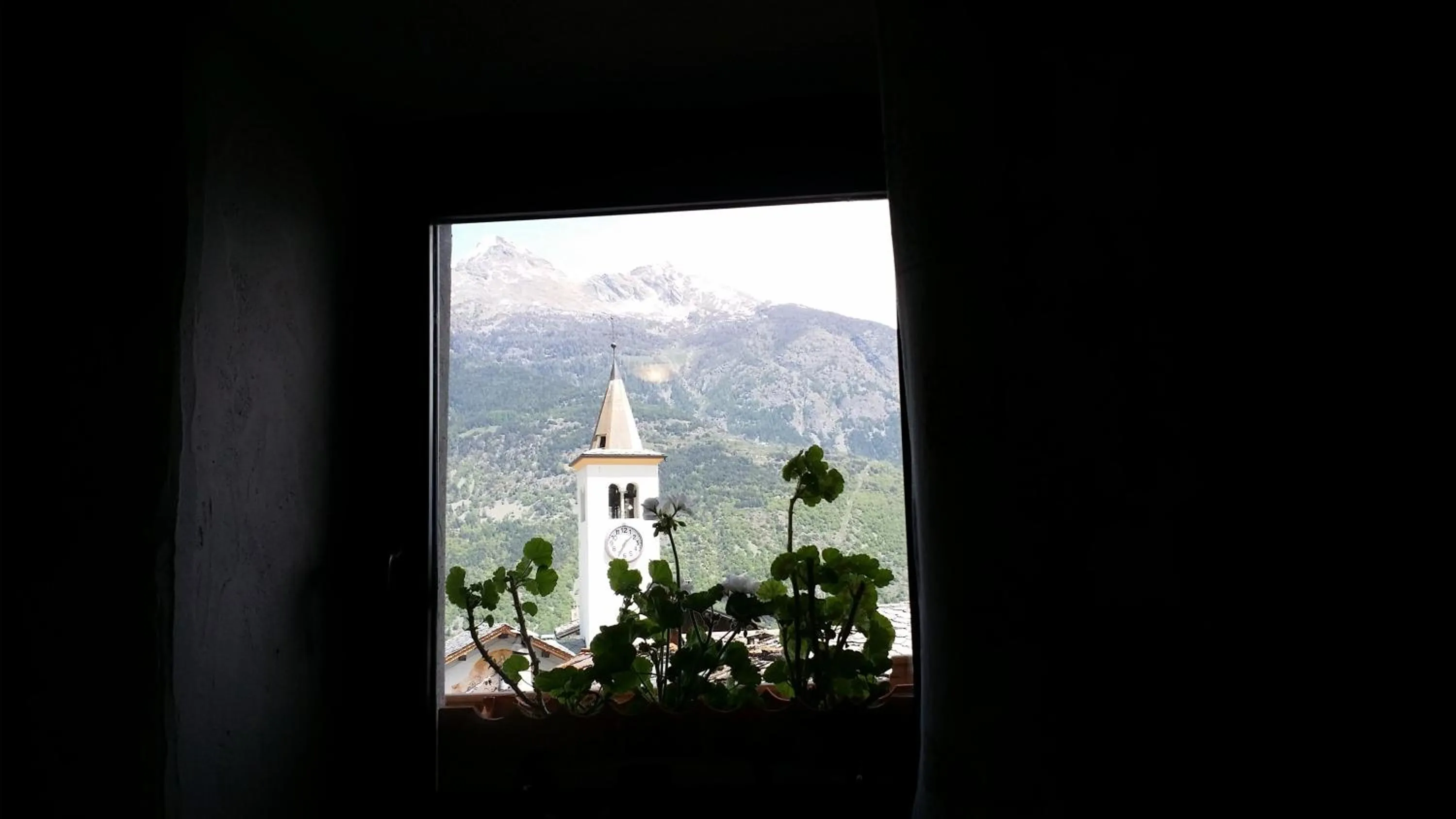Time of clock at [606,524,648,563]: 1:34
